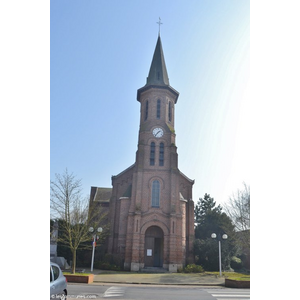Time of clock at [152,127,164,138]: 1:36
